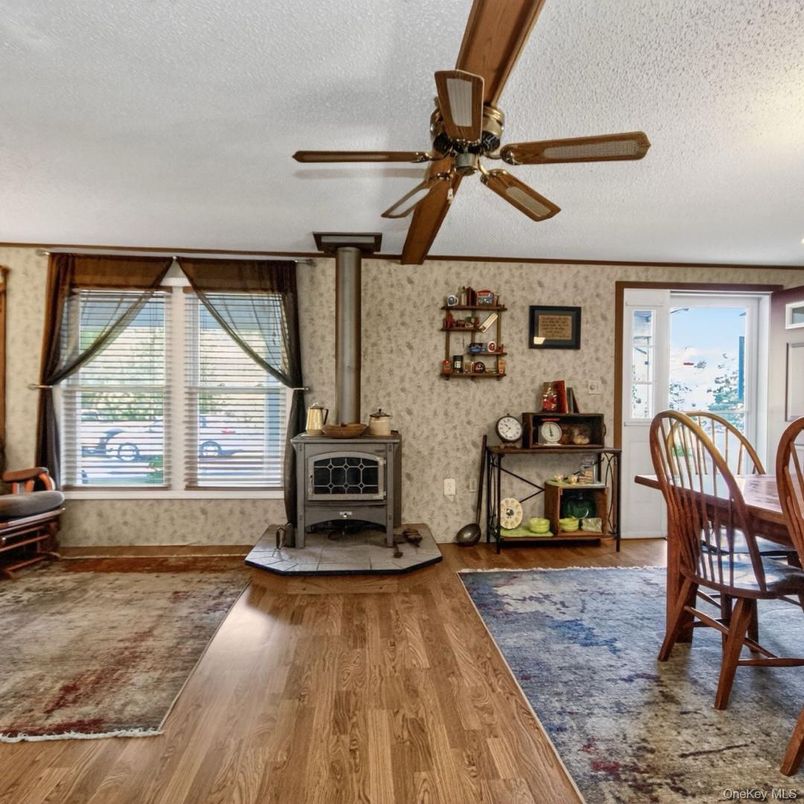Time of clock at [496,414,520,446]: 10:38
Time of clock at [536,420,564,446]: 5:59
